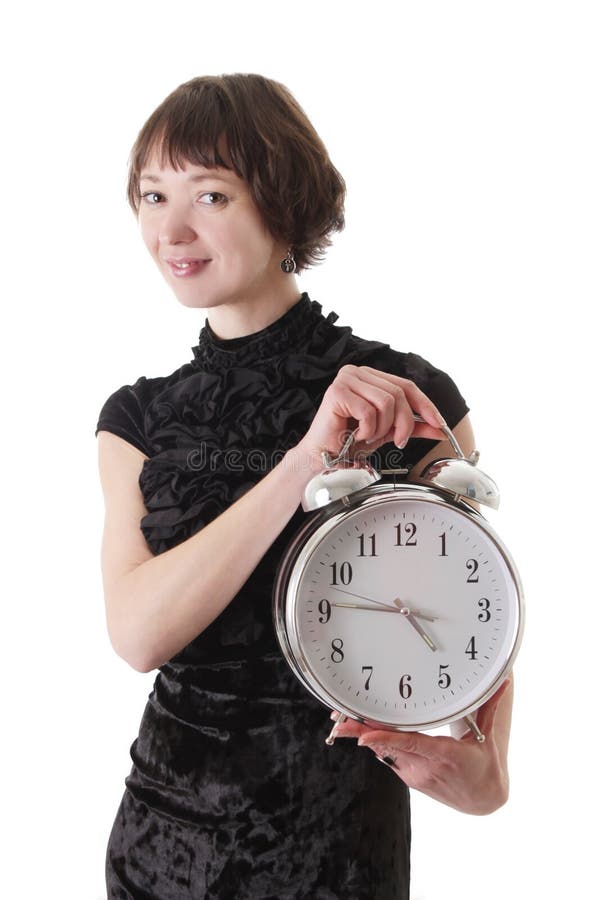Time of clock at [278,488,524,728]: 4:45
